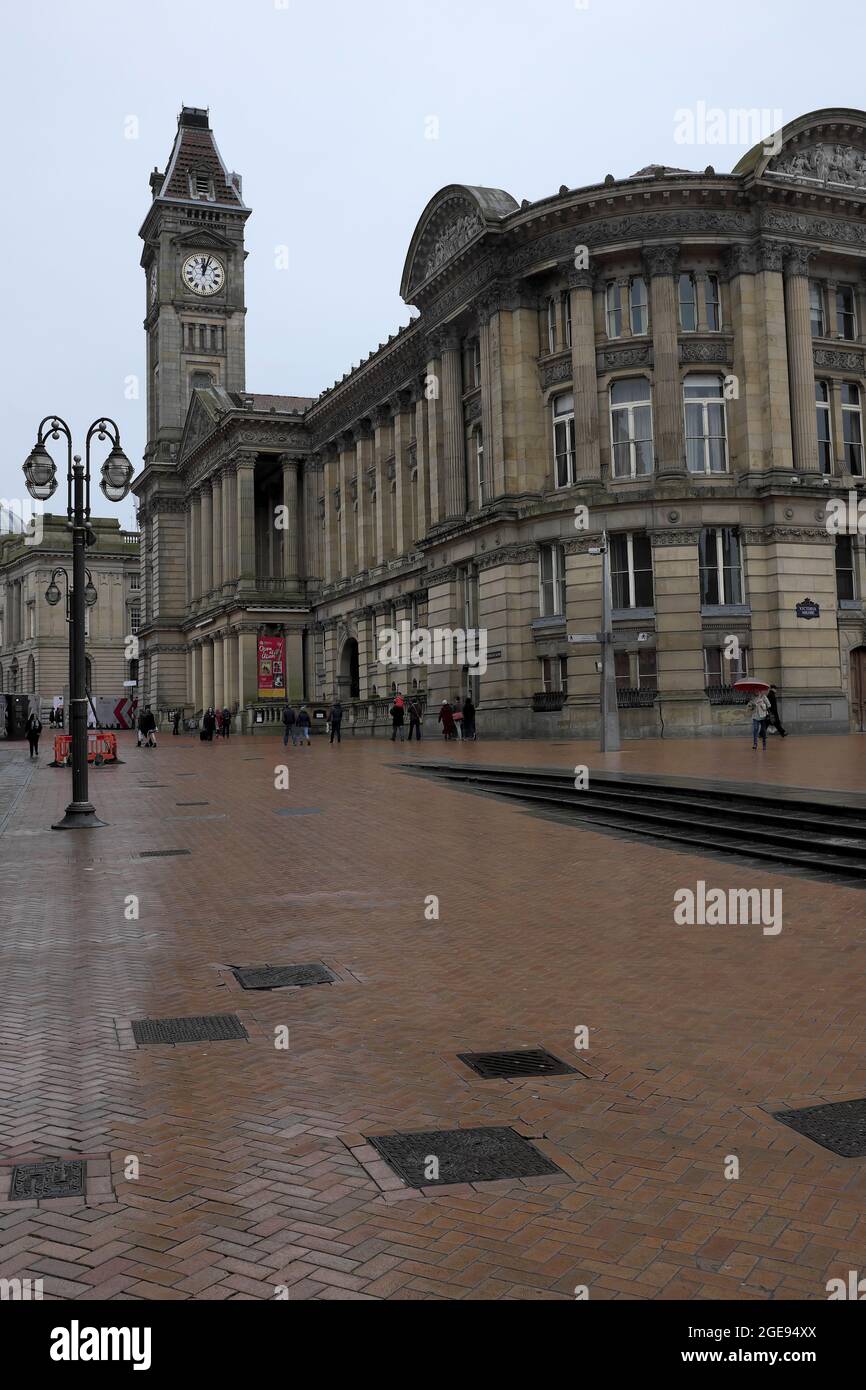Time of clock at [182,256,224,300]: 12:03
